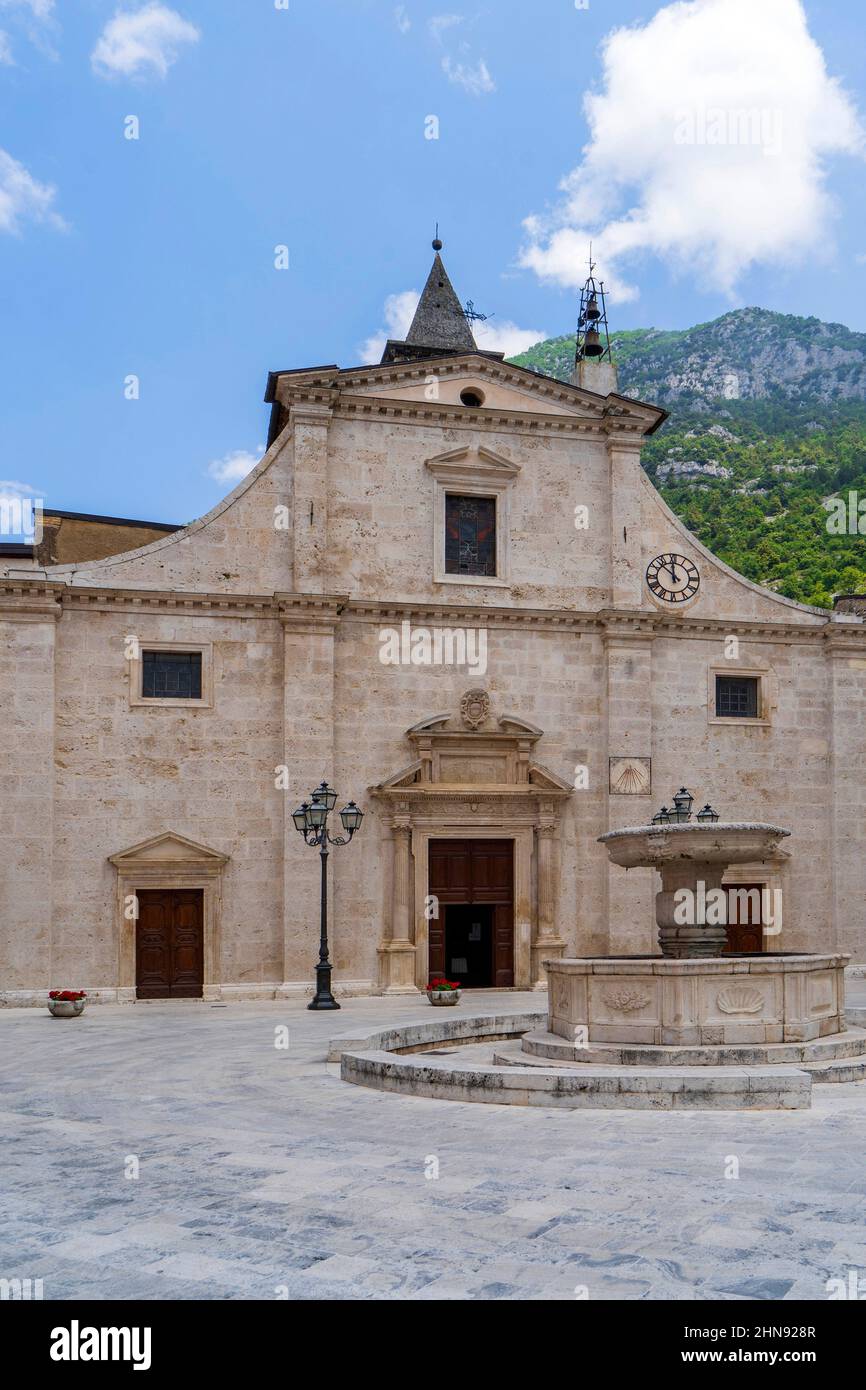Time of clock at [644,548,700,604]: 11:52
